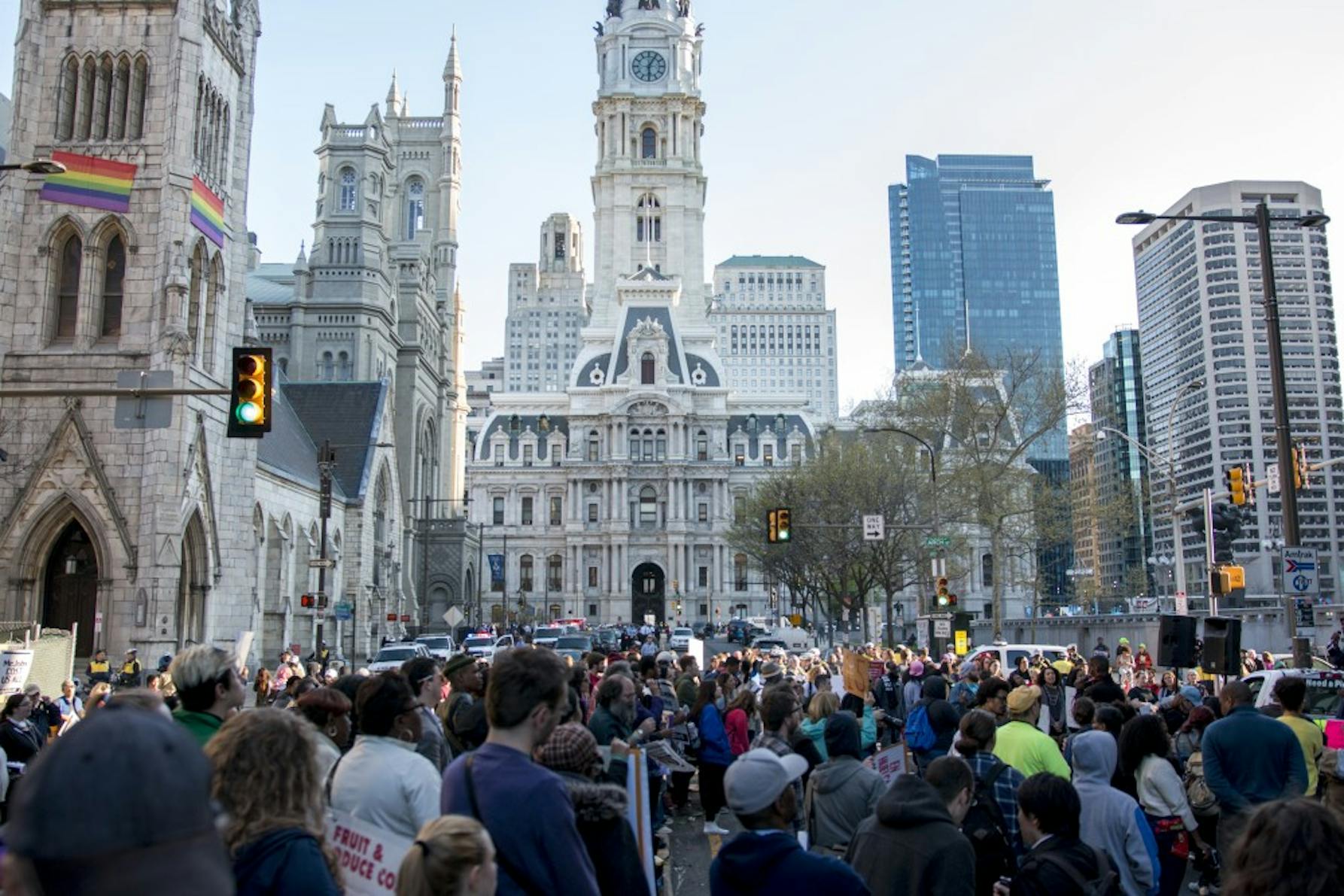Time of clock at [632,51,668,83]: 6:04
